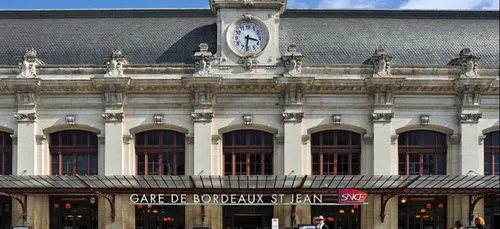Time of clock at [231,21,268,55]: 3:31
